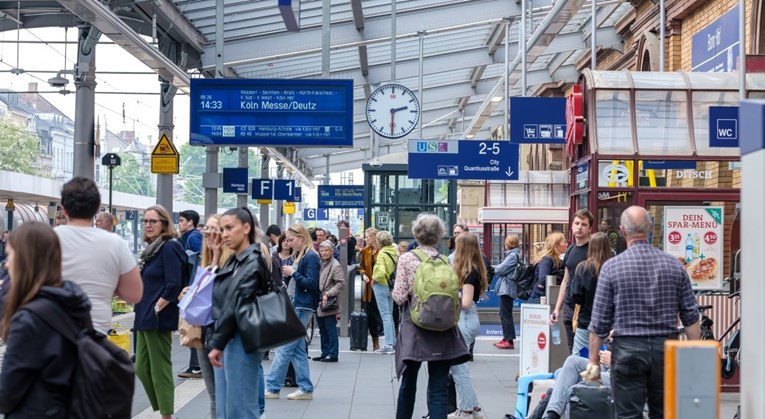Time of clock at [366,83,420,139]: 2:29
